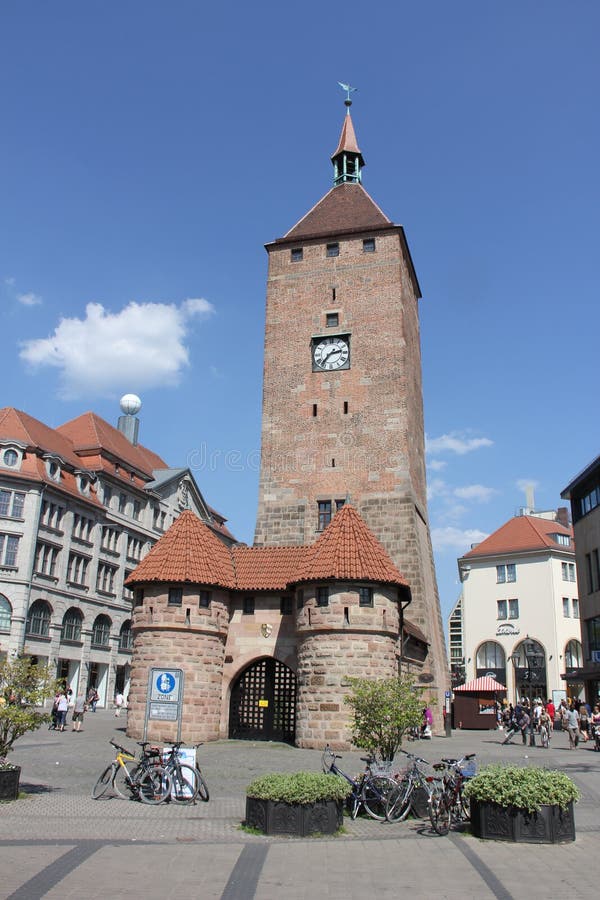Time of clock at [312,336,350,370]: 2:36
